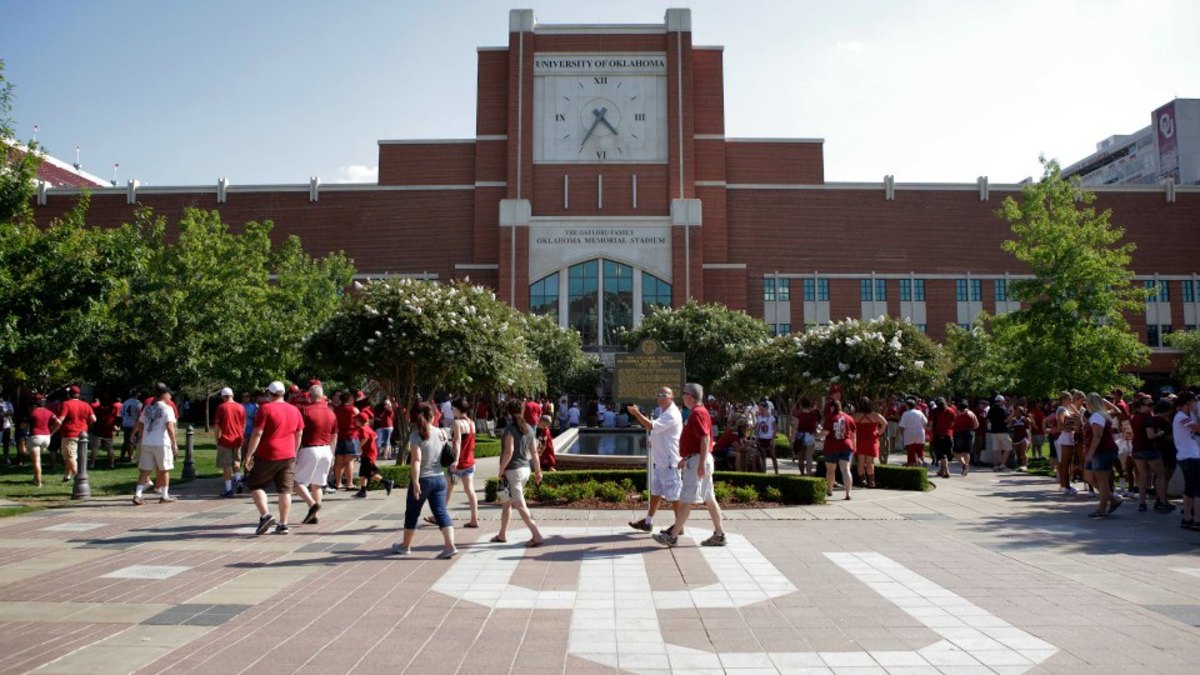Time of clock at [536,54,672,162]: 4:35
